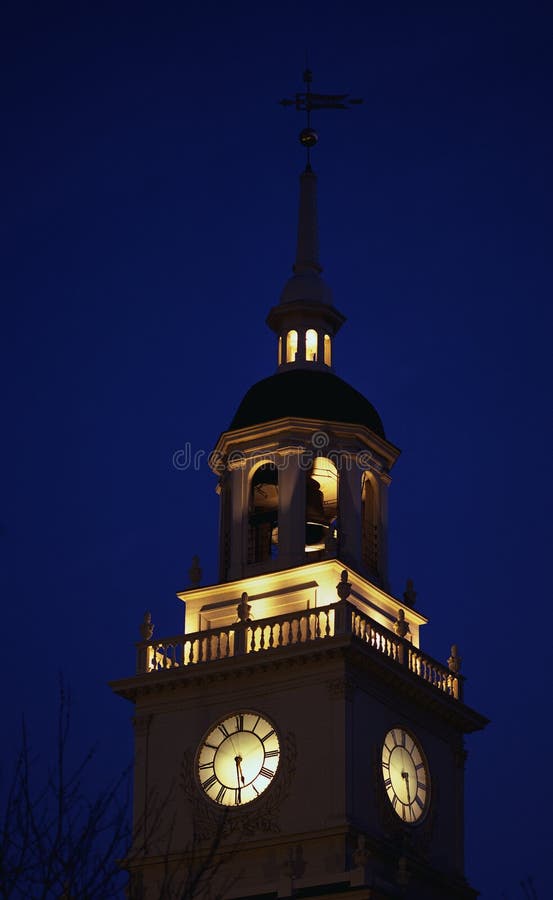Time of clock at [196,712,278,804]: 5:29
